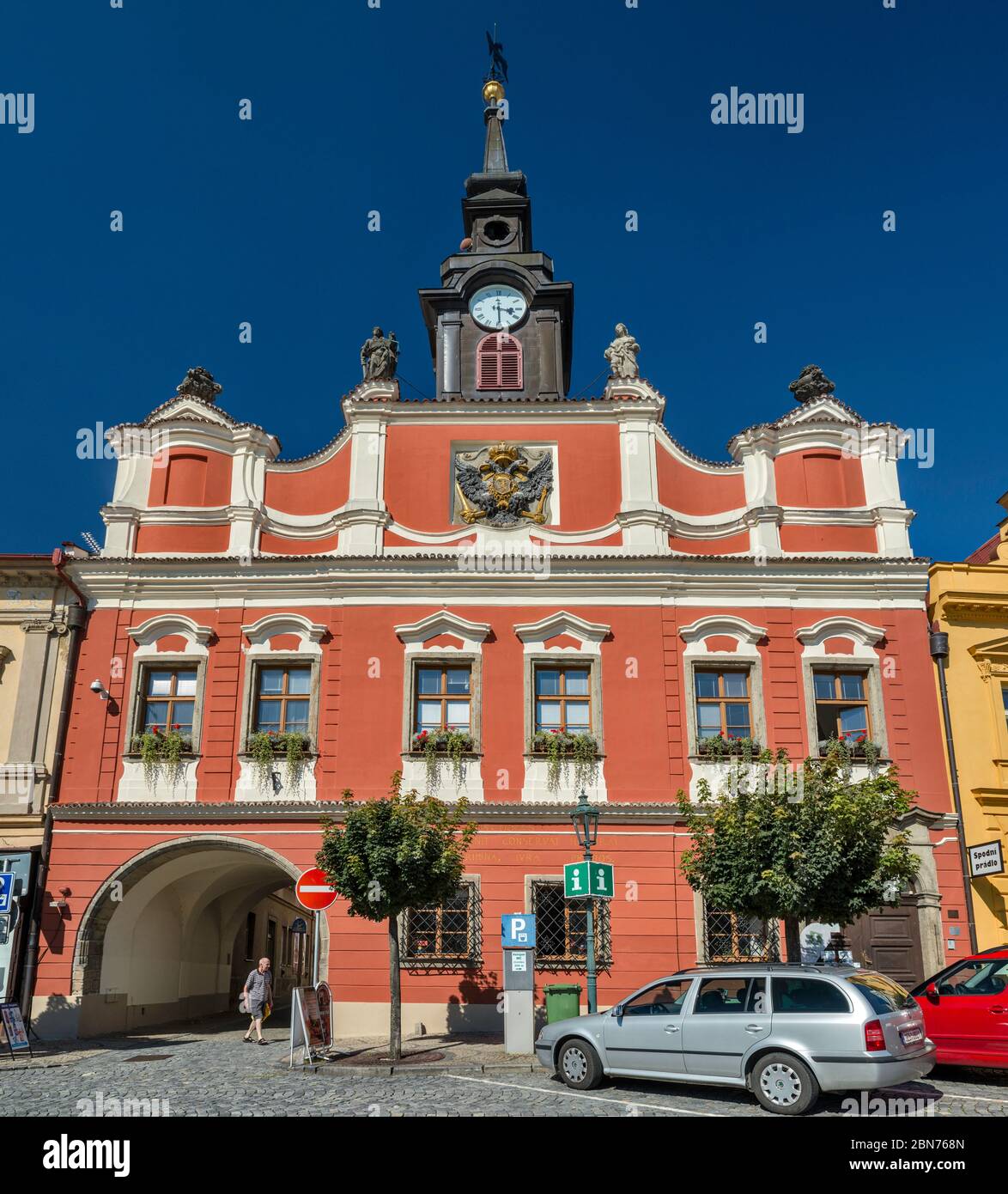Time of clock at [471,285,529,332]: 3:29
